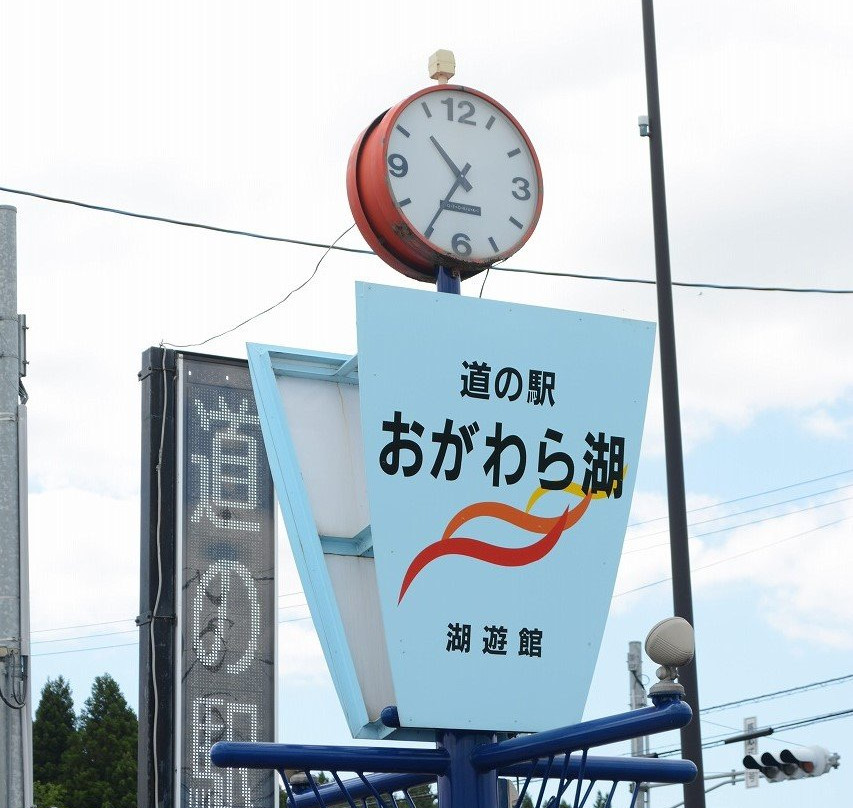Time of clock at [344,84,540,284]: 10:35
